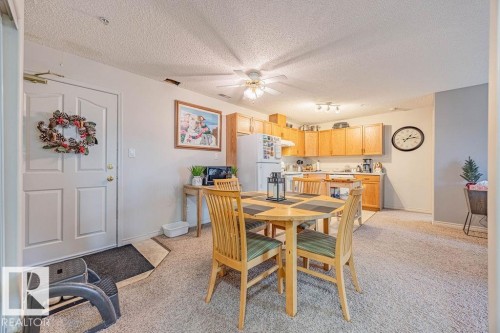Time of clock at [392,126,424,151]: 1:13
